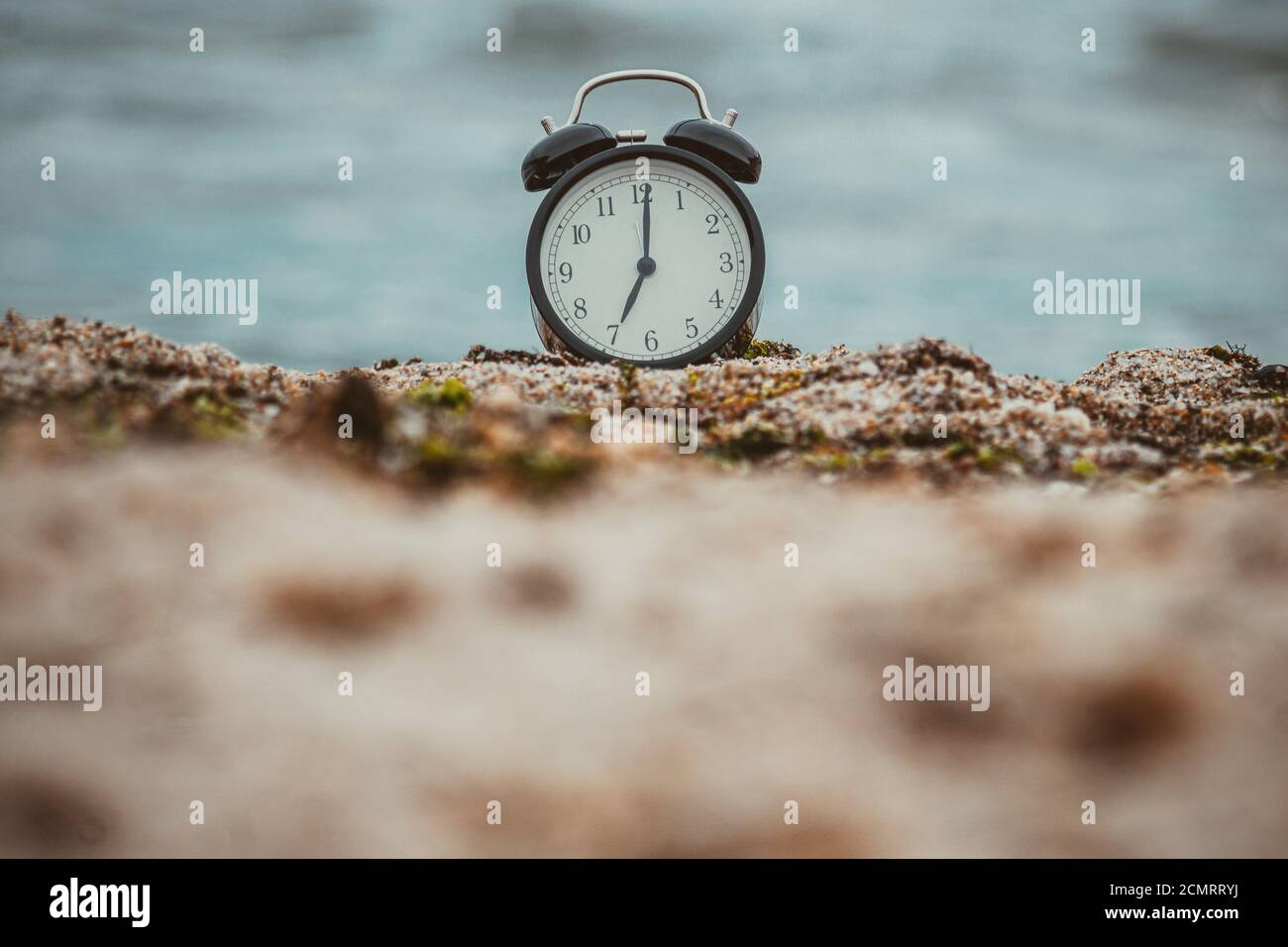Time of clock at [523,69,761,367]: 7:00
